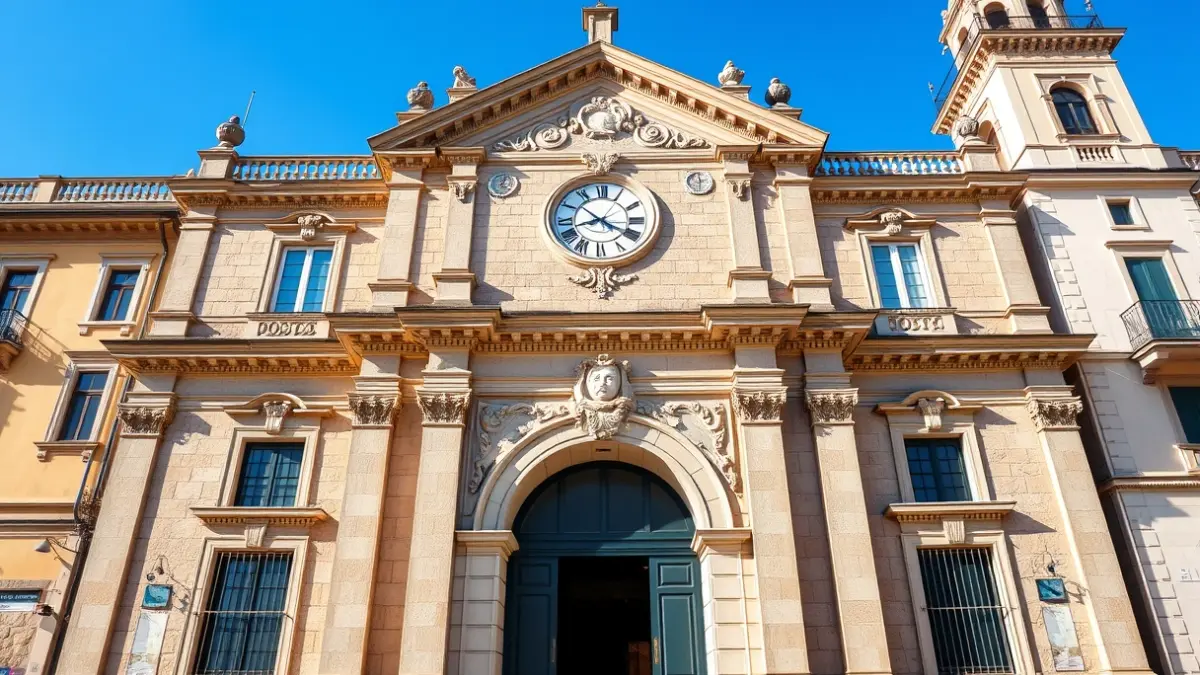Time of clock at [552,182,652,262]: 8:20
